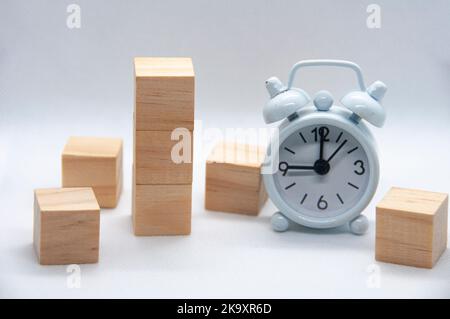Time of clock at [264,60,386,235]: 9:00
